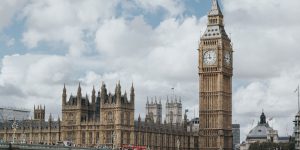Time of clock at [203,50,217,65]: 11:44
